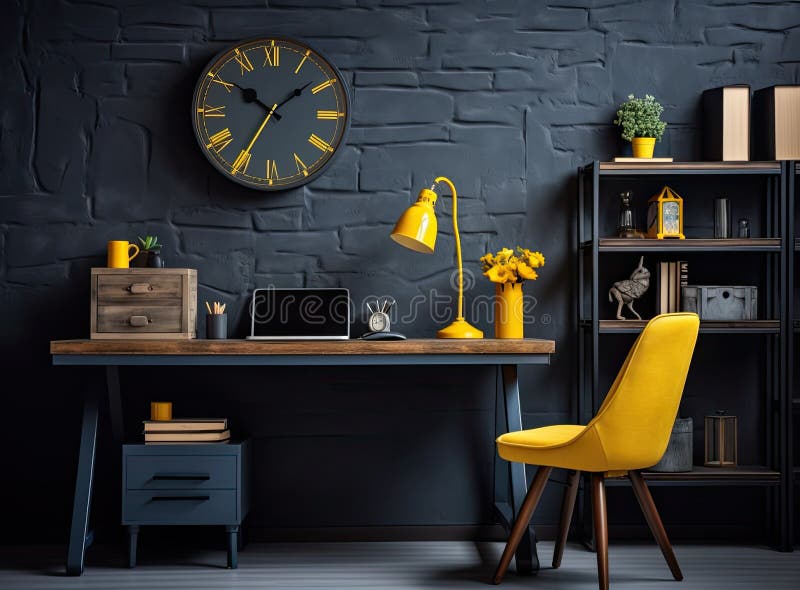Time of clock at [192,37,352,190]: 10:08
